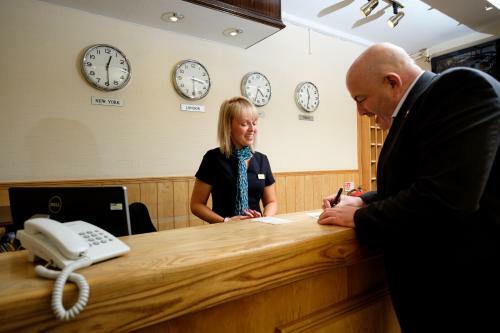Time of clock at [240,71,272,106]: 4:32
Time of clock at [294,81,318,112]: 11:32
